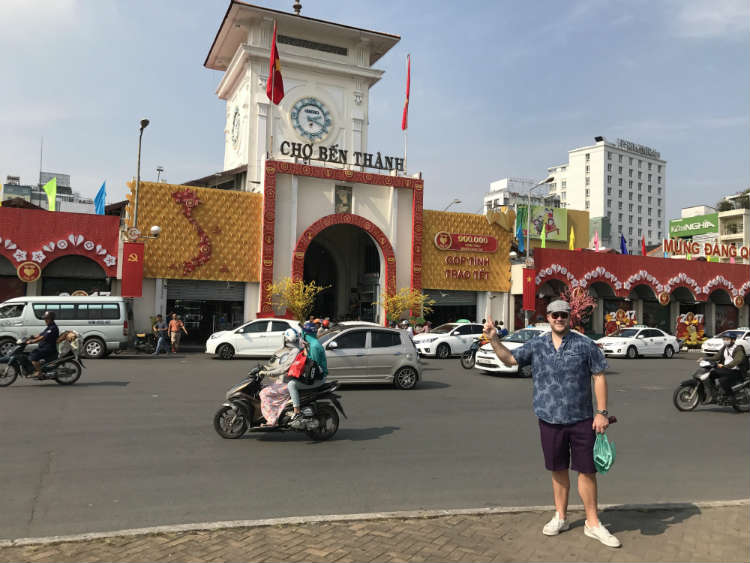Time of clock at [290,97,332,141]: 2:18
